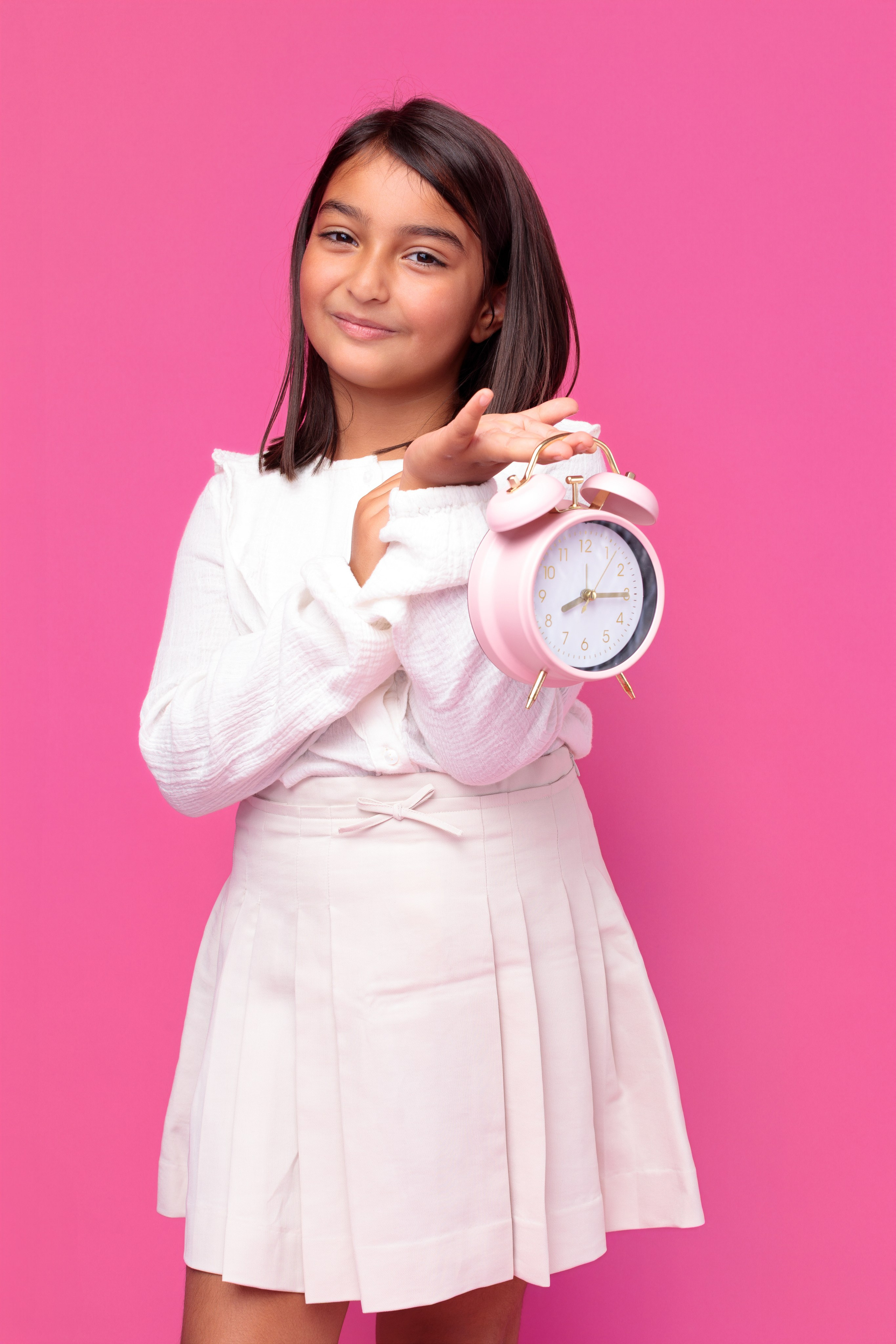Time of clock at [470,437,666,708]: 8:15
